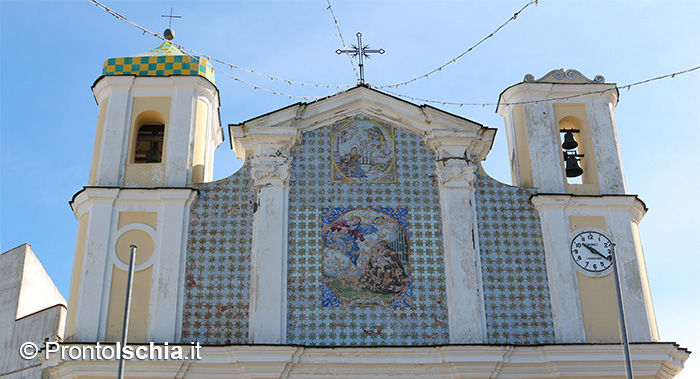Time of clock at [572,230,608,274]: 10:20
